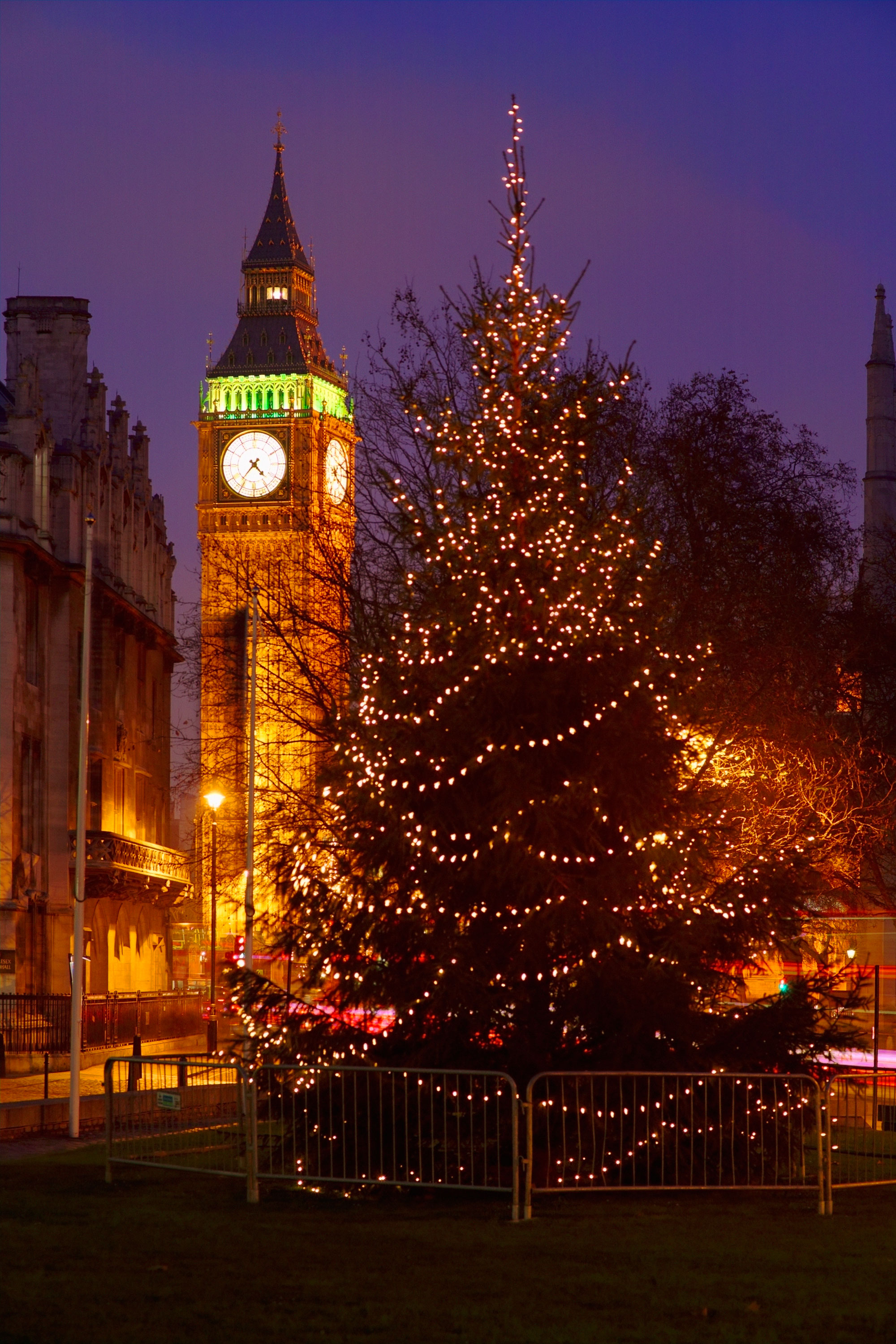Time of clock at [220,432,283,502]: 4:36
